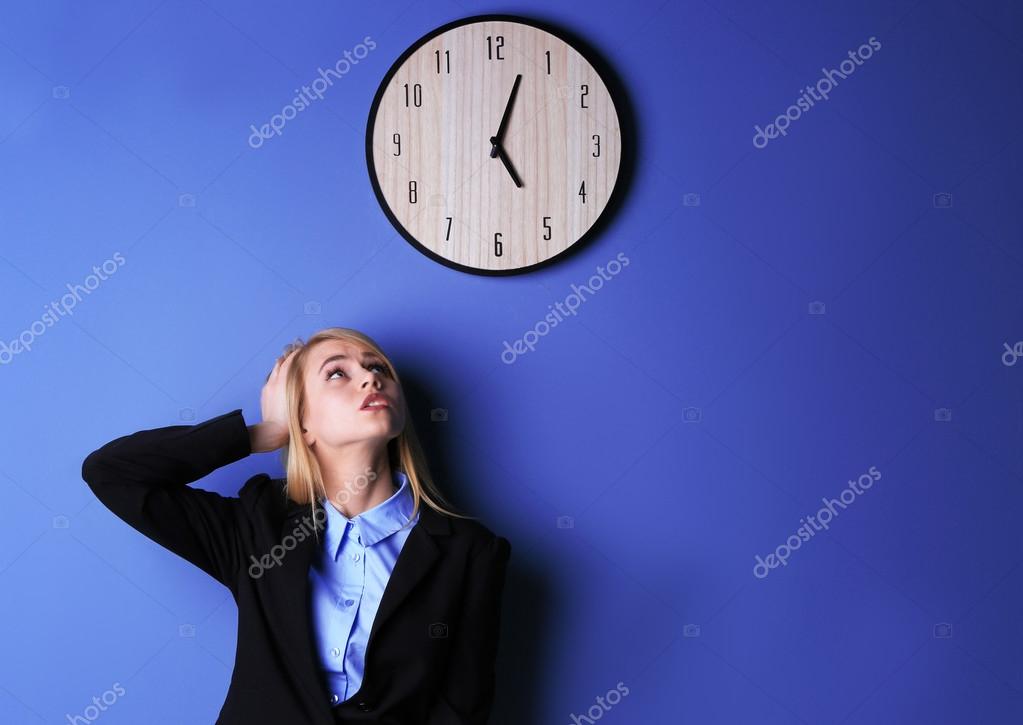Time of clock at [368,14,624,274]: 5:03
